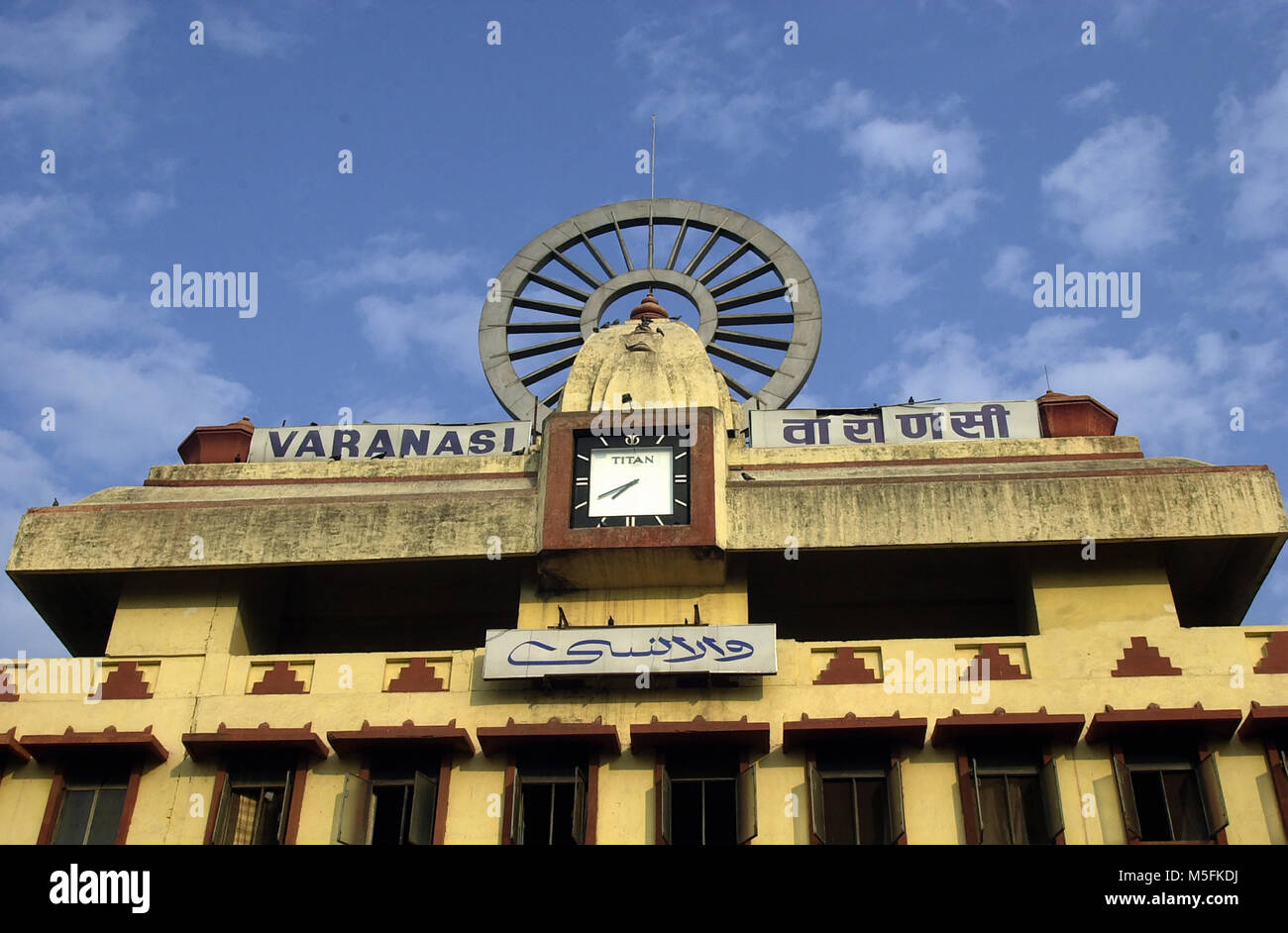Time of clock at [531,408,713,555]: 7:40
